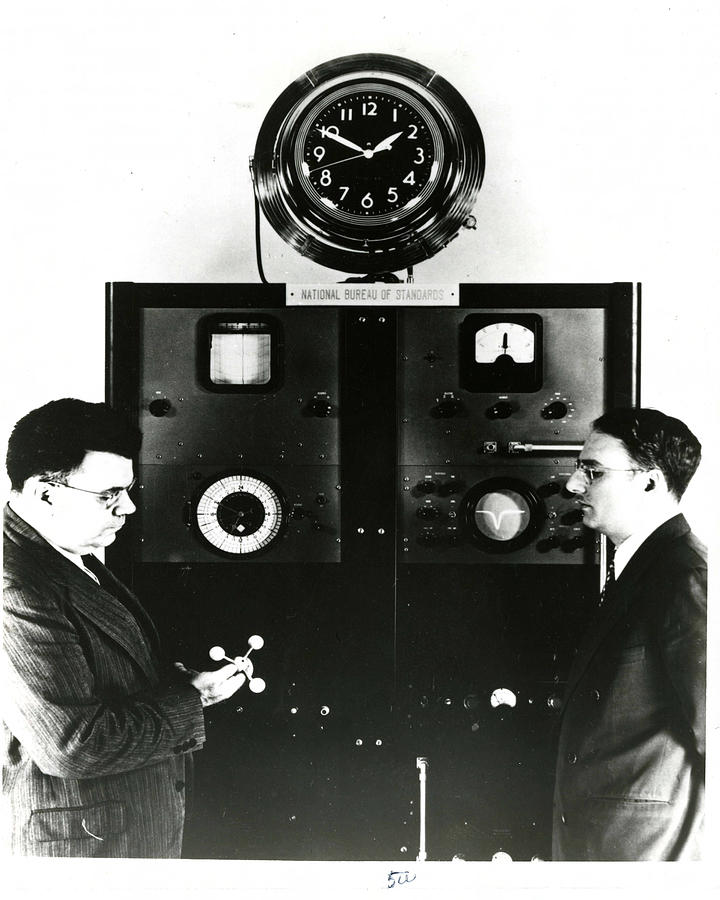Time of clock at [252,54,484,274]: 1:49
